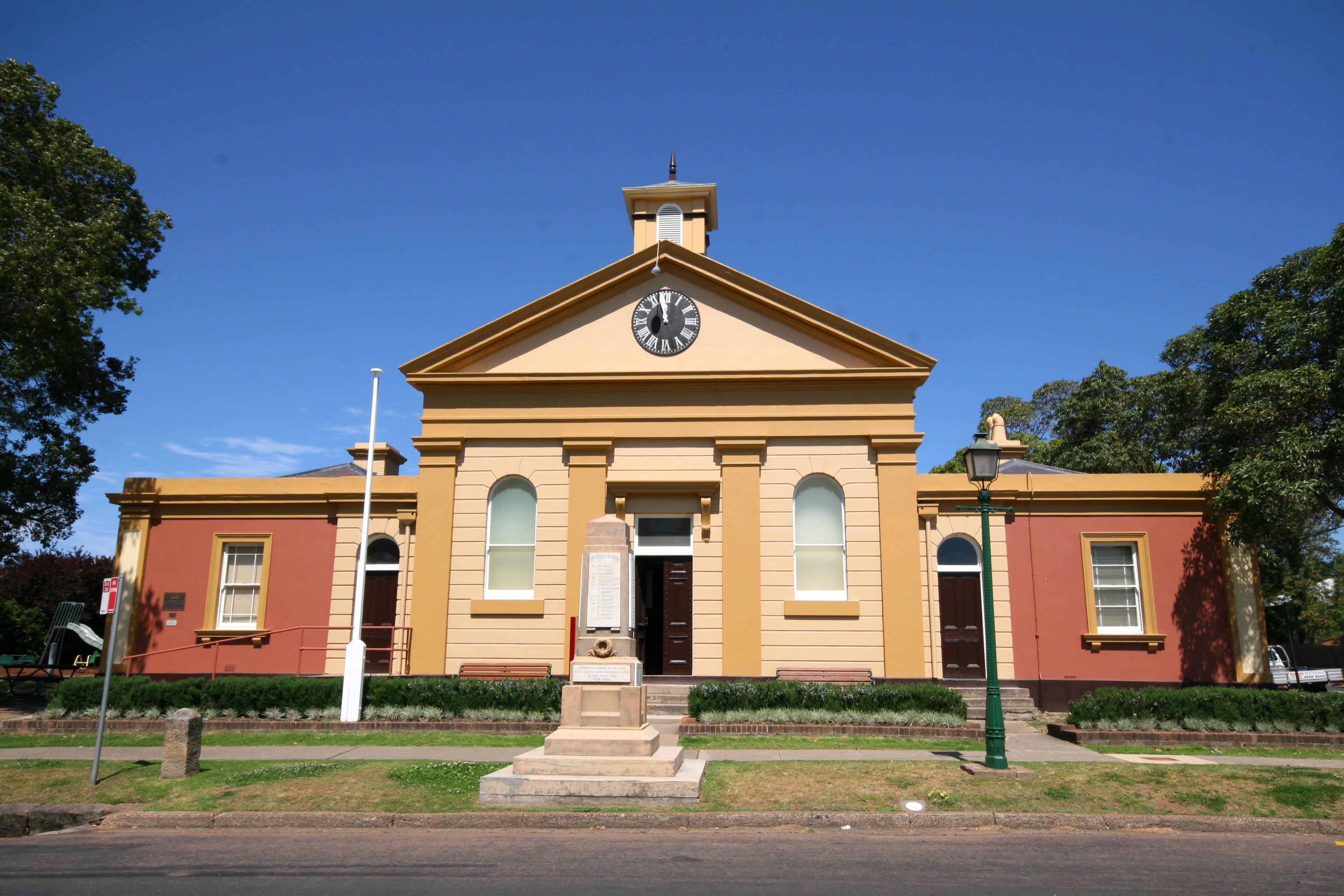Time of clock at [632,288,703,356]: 11:57
